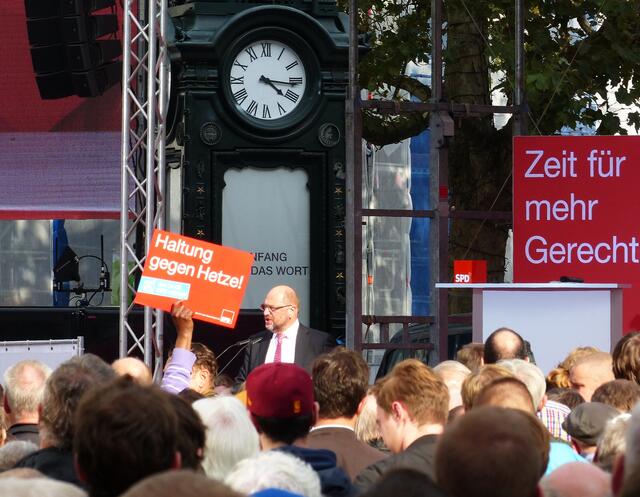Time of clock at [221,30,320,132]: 4:16
